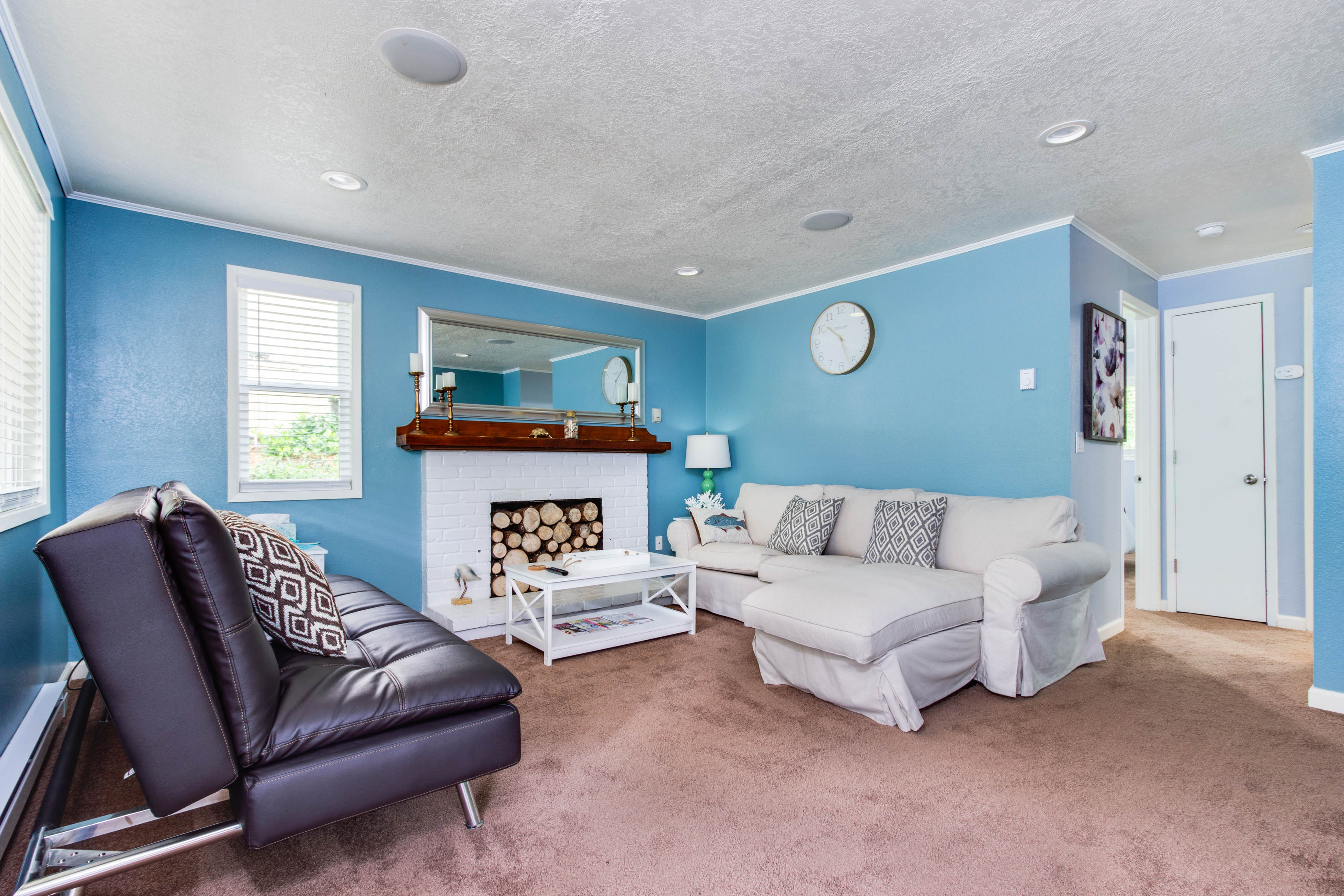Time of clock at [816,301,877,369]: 10:26
